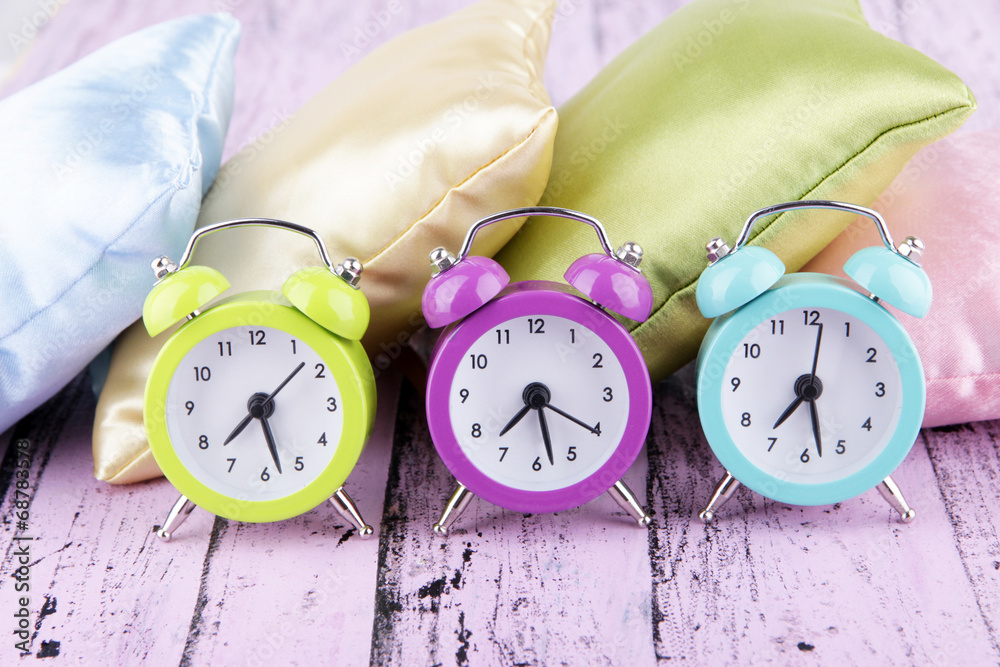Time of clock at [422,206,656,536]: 7:28
